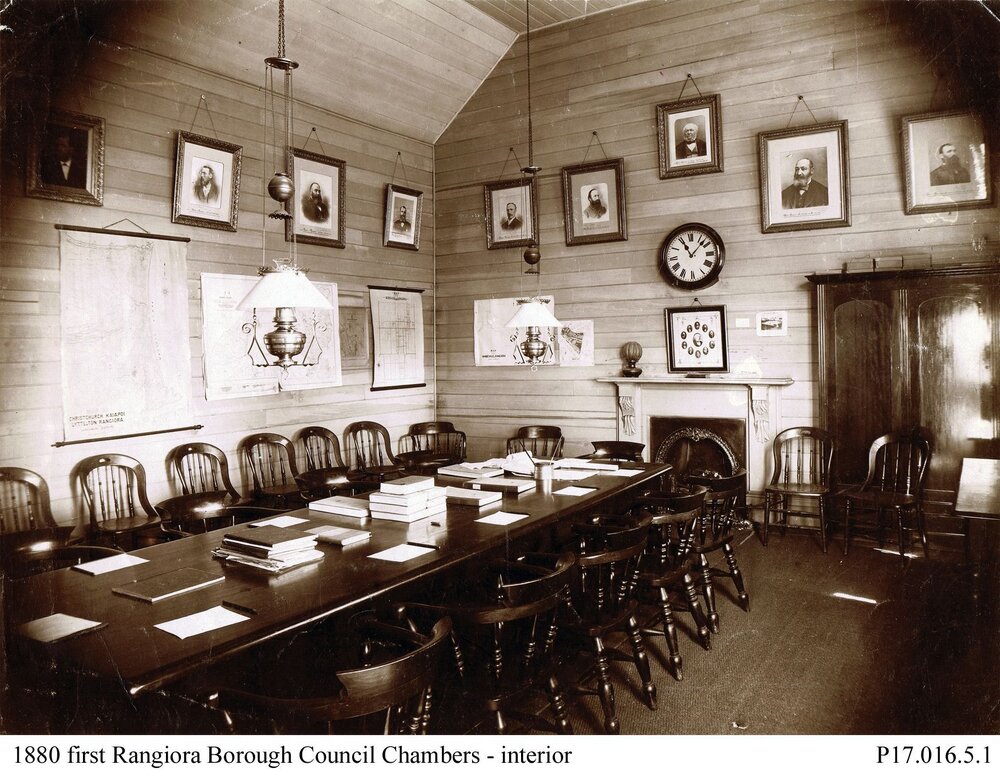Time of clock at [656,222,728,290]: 11:07
